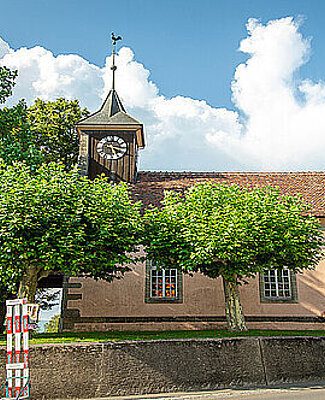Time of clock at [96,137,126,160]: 5:18
